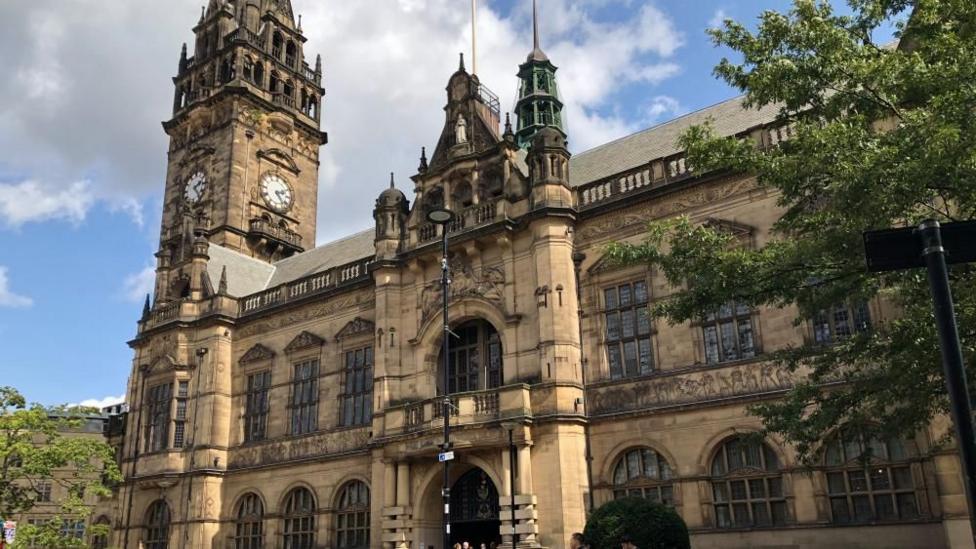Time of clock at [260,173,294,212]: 2:23
